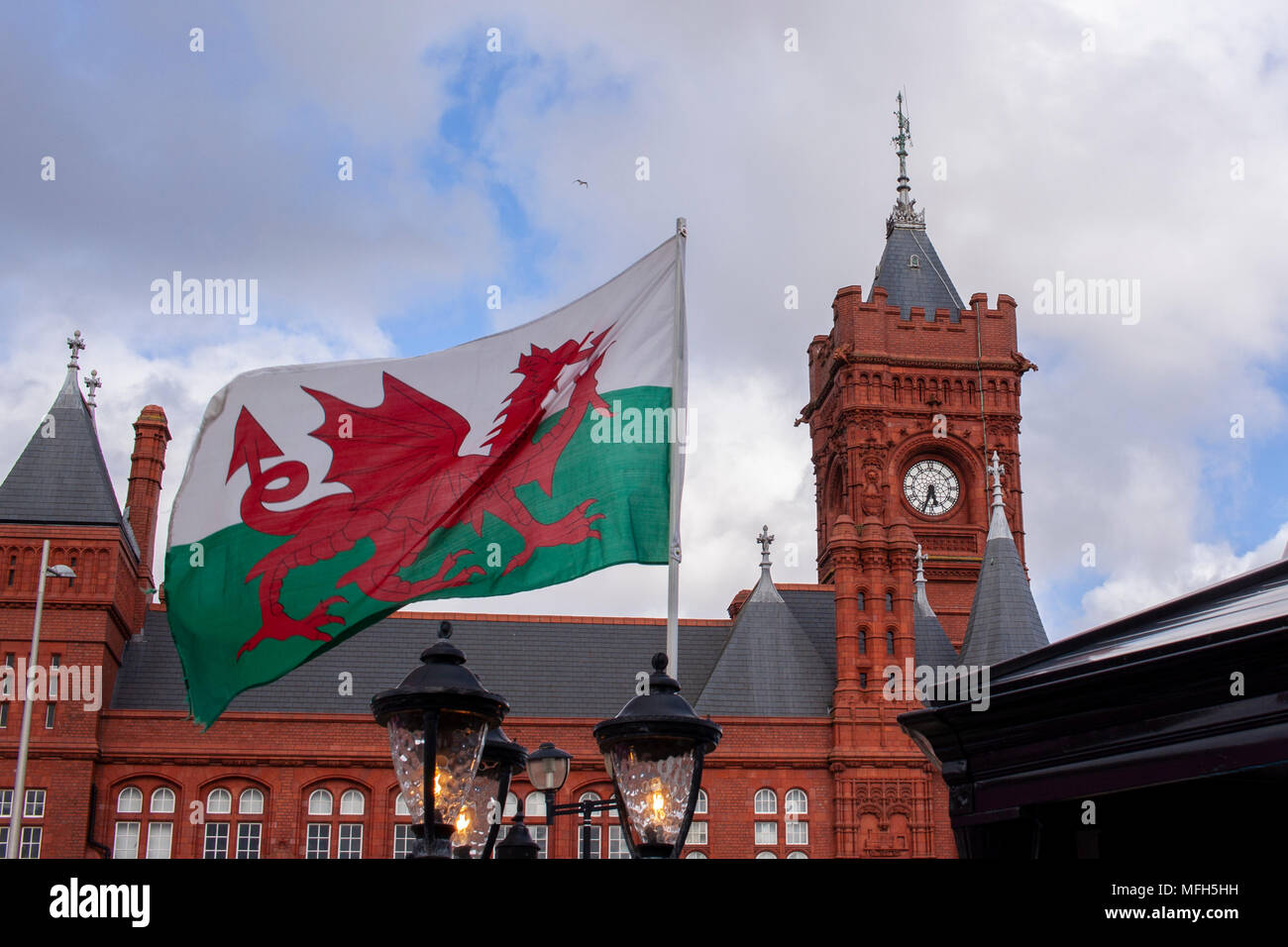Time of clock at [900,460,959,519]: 5:33
